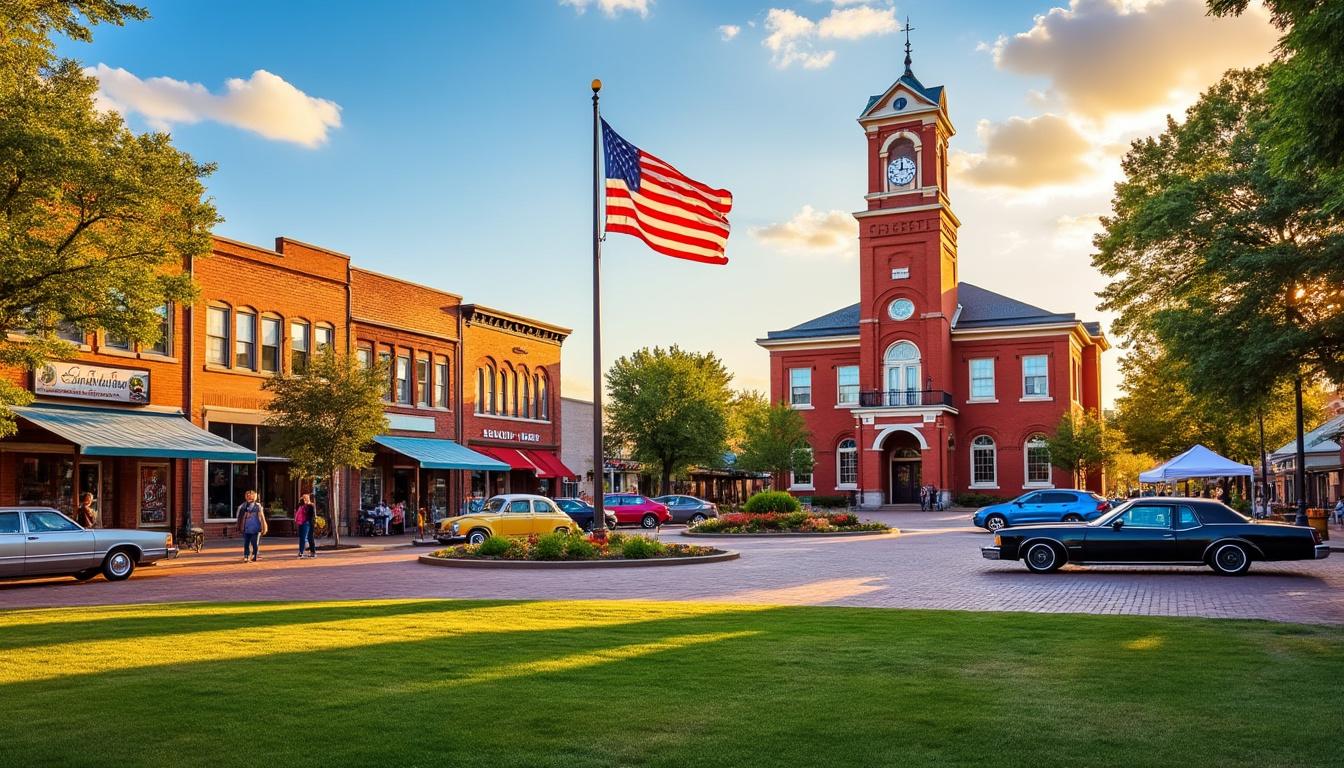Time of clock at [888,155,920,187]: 12:14
